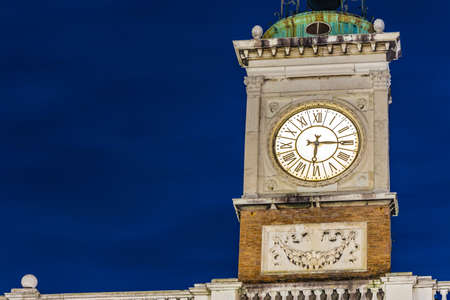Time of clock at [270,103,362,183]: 6:14
